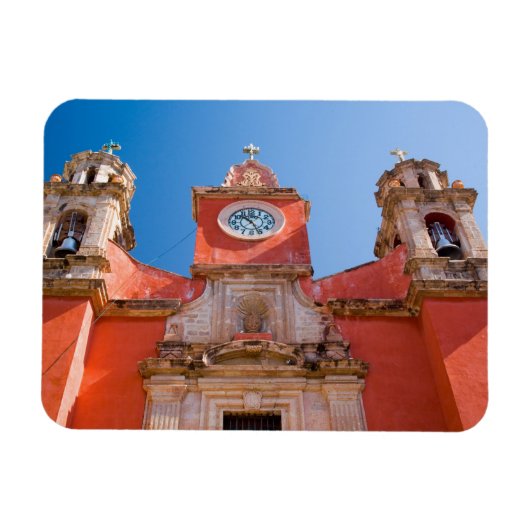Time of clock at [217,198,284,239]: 10:26
